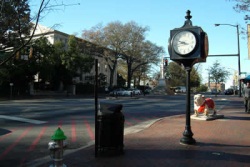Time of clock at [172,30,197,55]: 8:48
